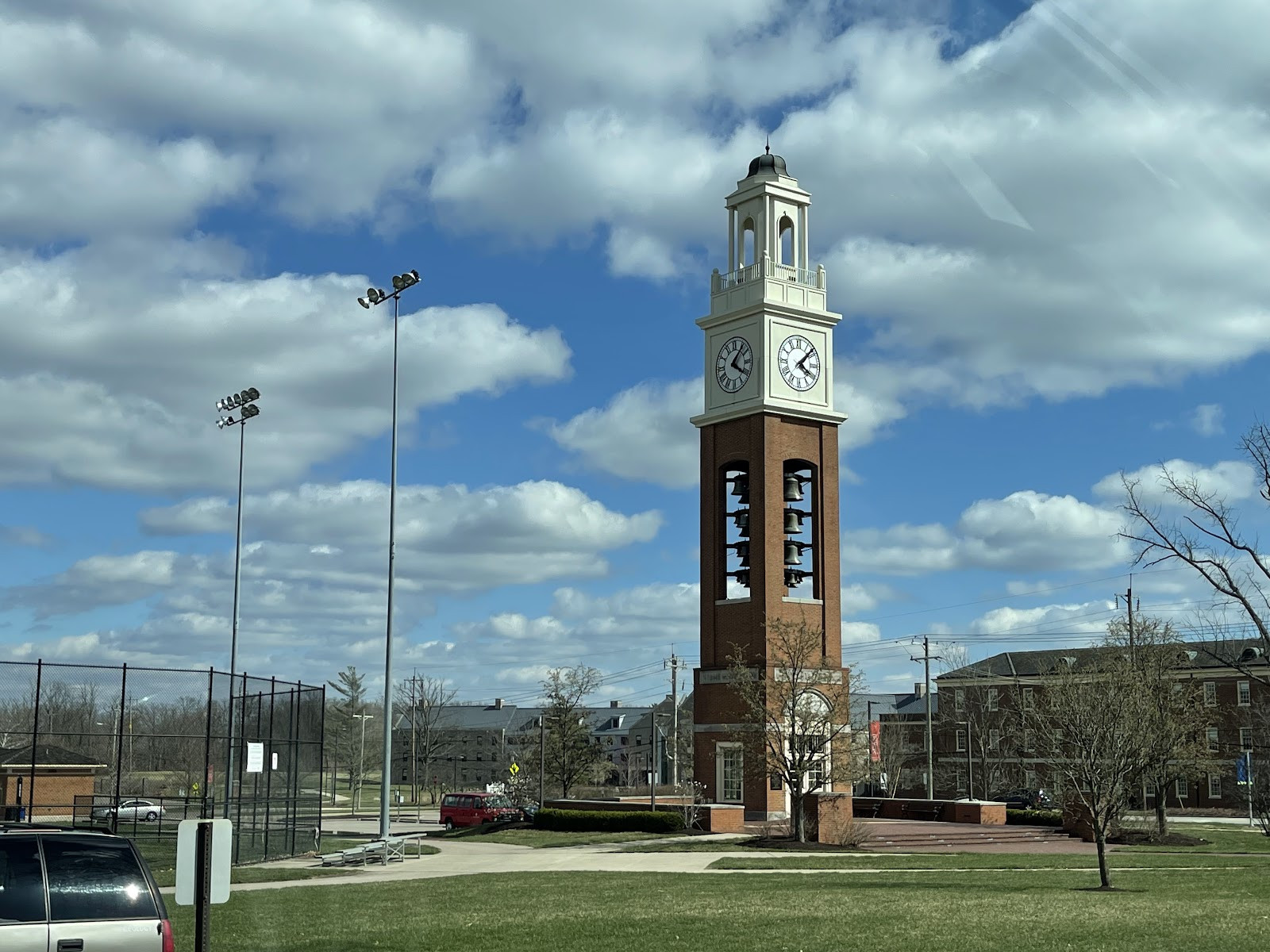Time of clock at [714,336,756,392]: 4:06
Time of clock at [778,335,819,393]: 4:07
